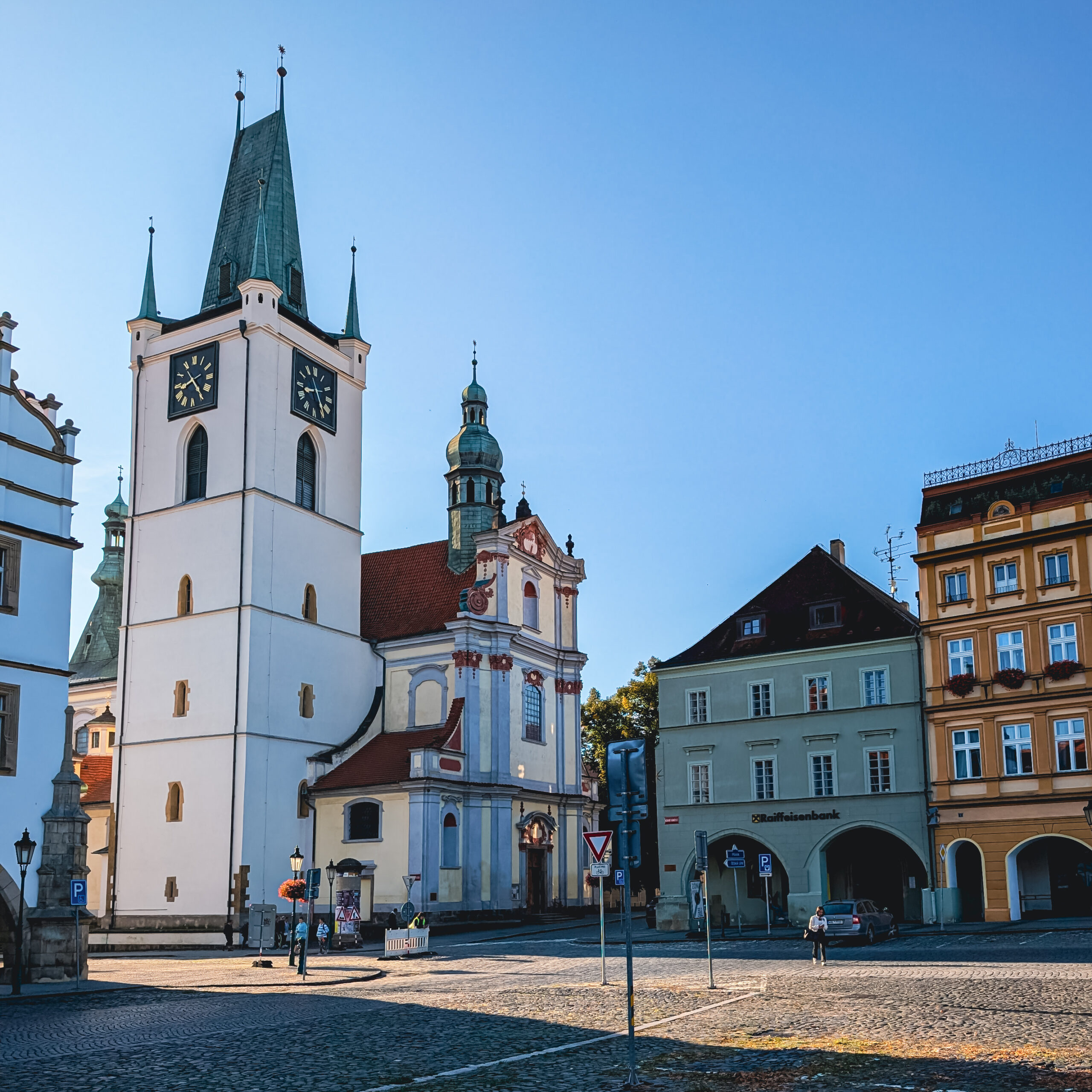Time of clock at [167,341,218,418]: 4:42
